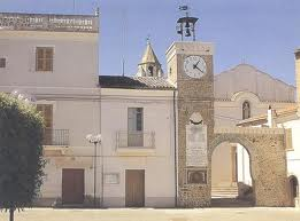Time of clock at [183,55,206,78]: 1:21
